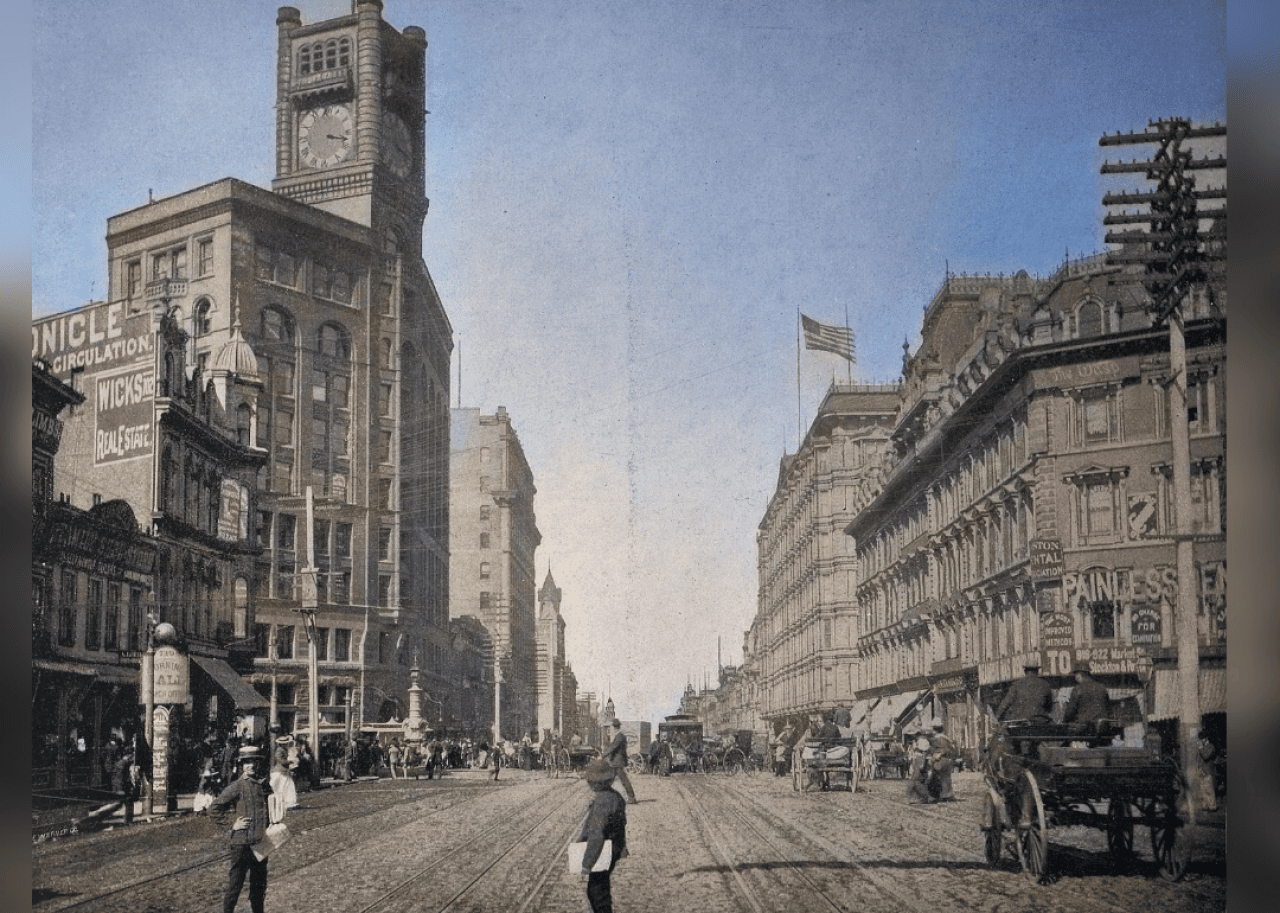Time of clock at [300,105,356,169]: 3:17
